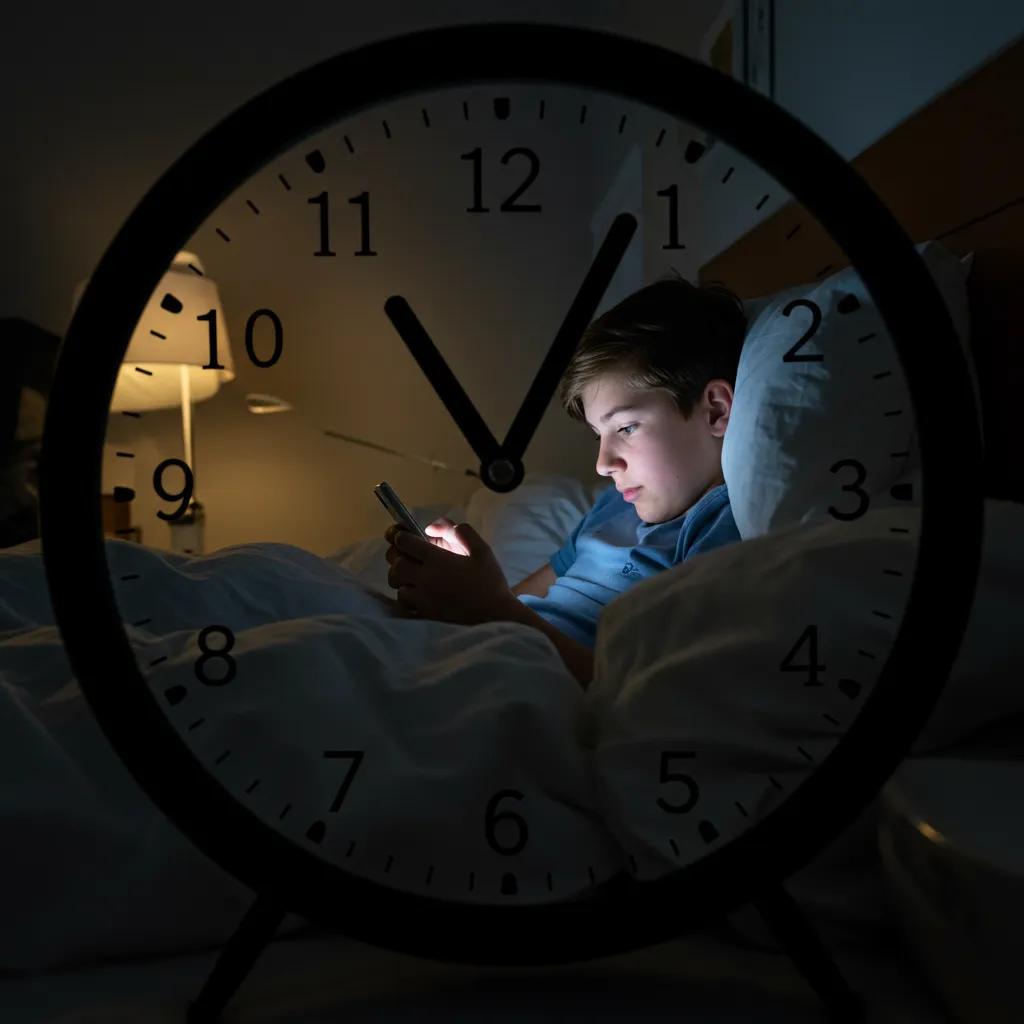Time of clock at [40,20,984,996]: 11:04
